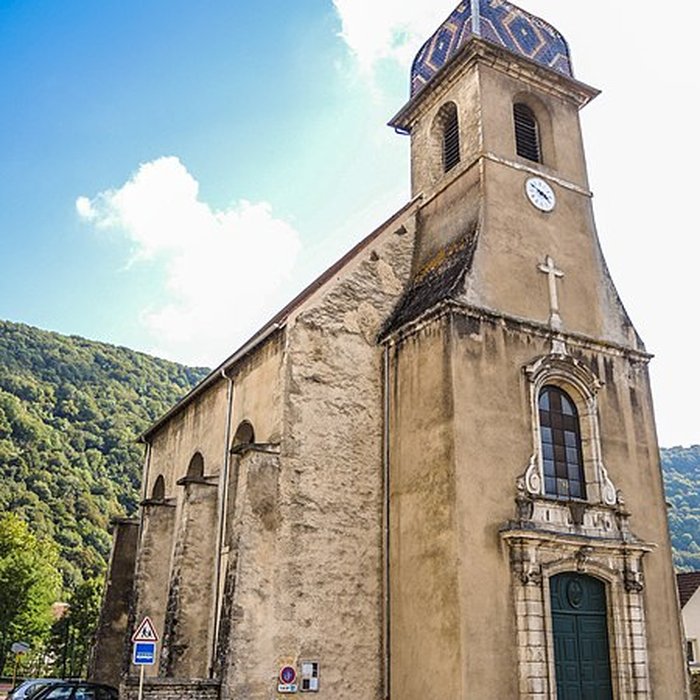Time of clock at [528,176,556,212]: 3:50
